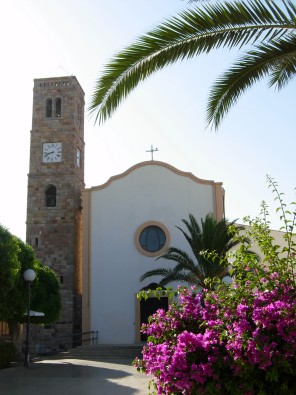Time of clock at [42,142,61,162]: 8:42
